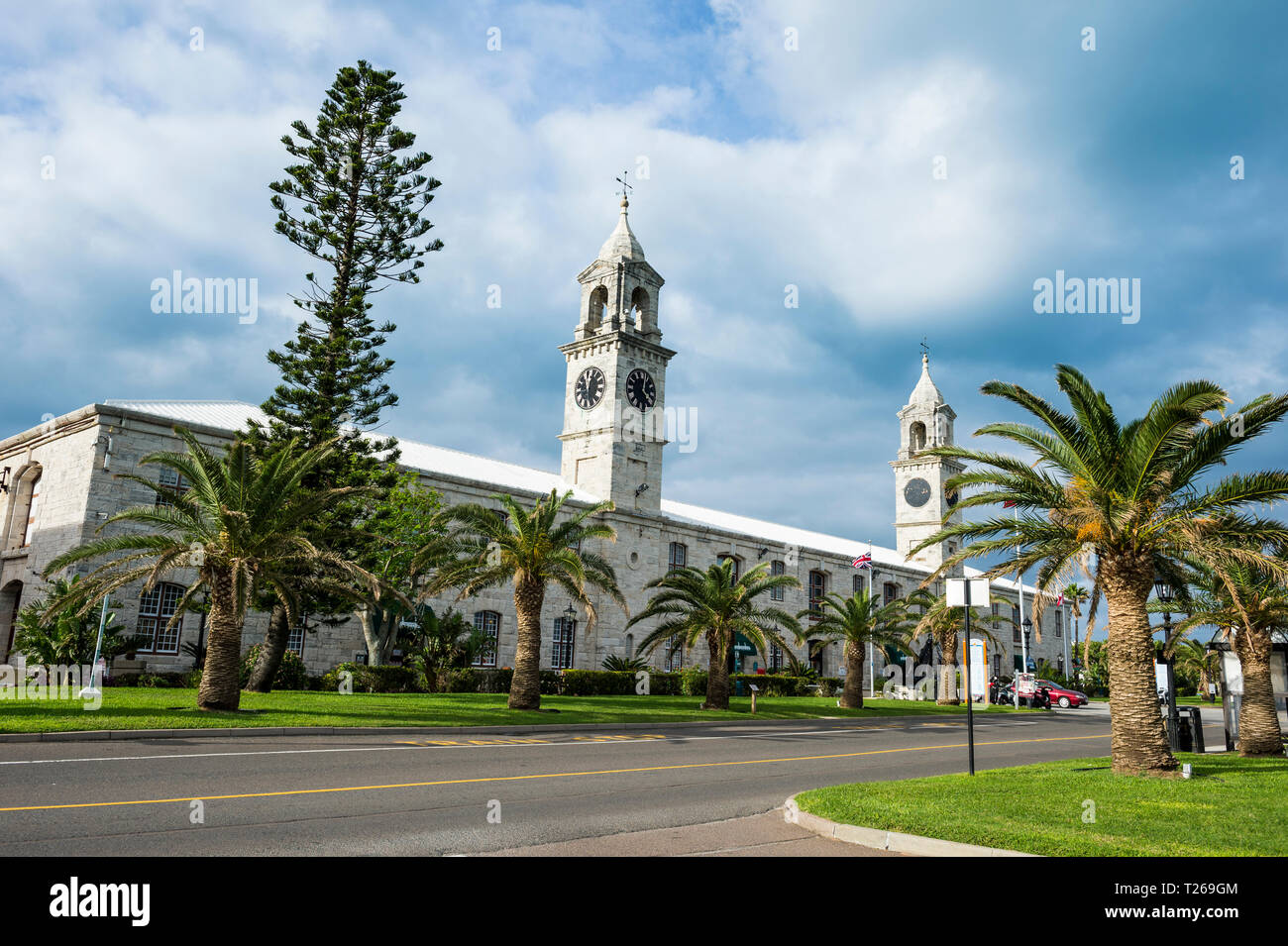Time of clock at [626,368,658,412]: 4:02
